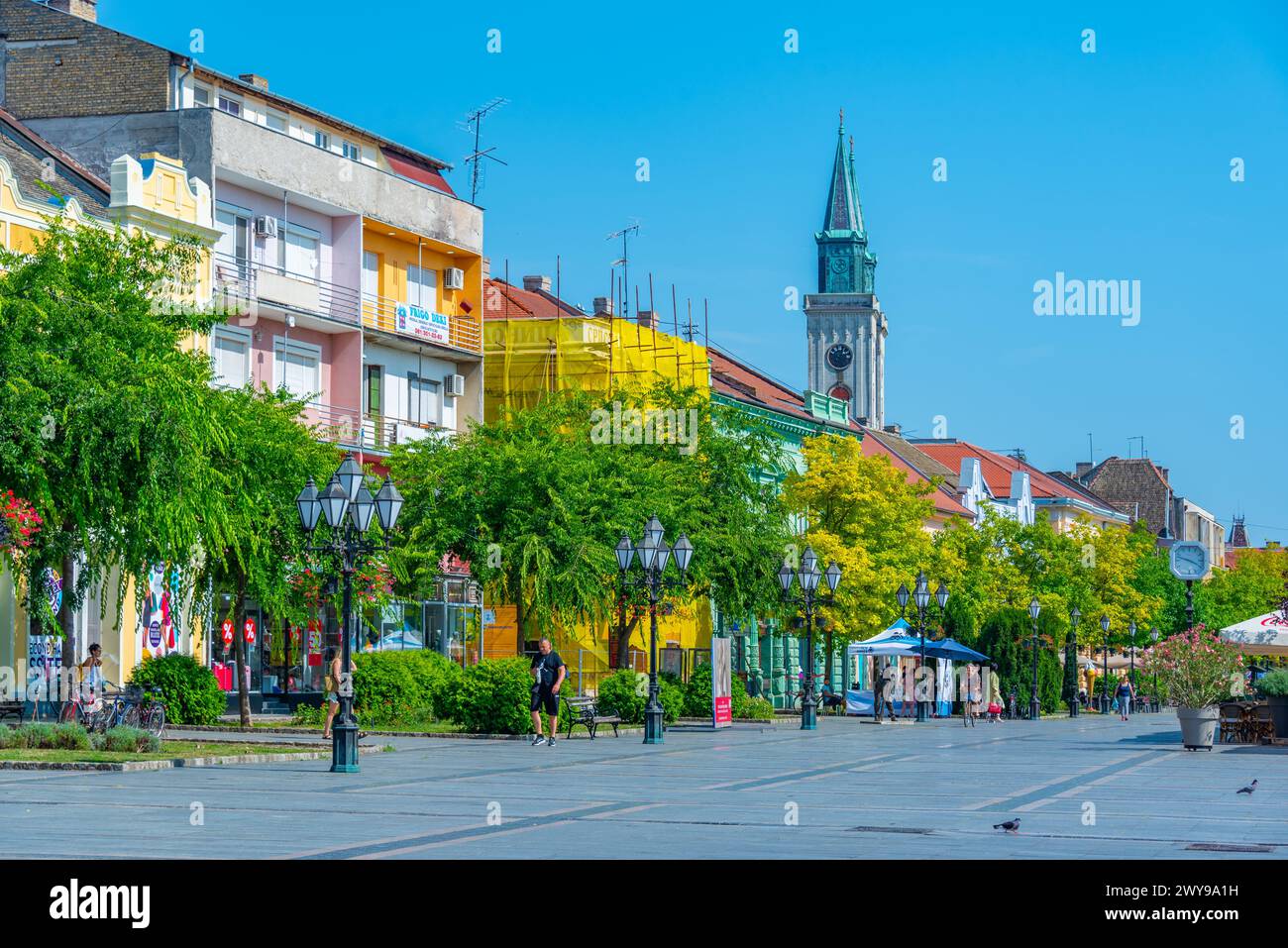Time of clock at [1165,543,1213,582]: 3:47
